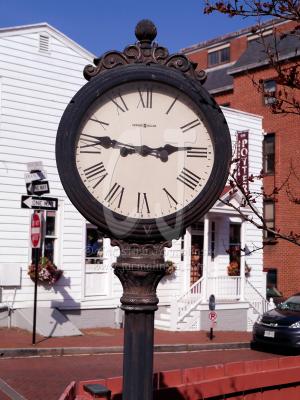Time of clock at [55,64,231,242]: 2:46
